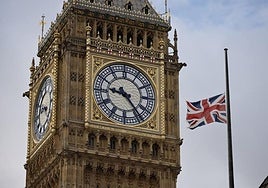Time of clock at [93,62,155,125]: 9:23
